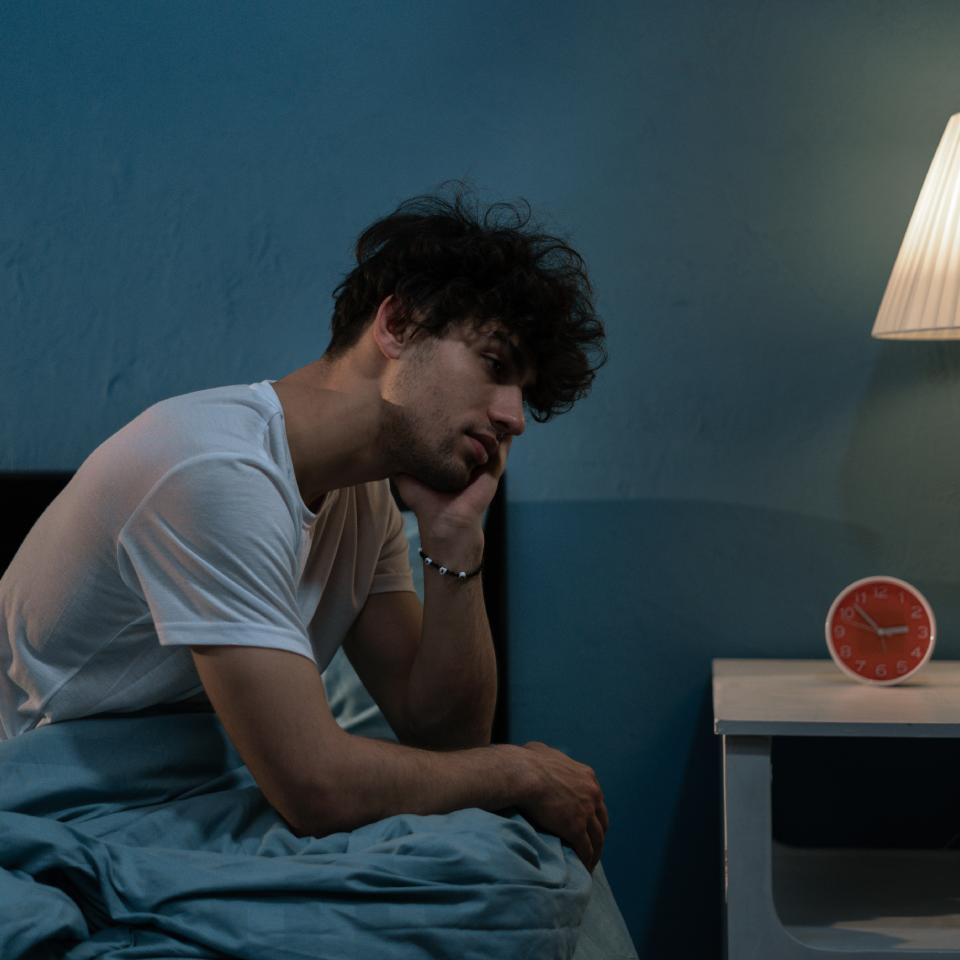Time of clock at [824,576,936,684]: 2:52
